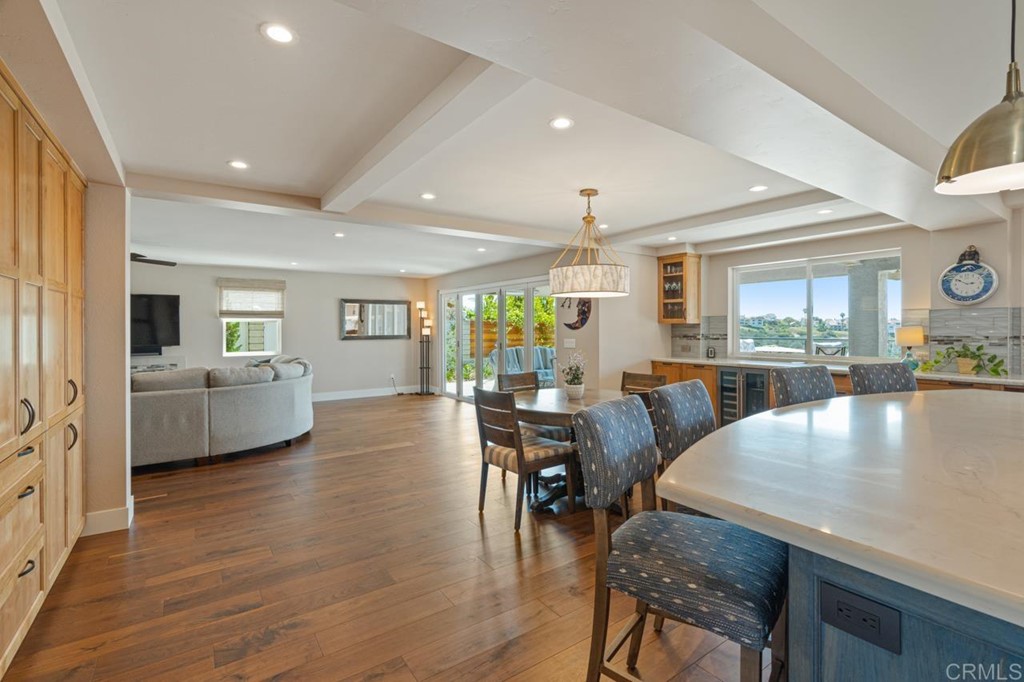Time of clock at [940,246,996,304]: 2:50
